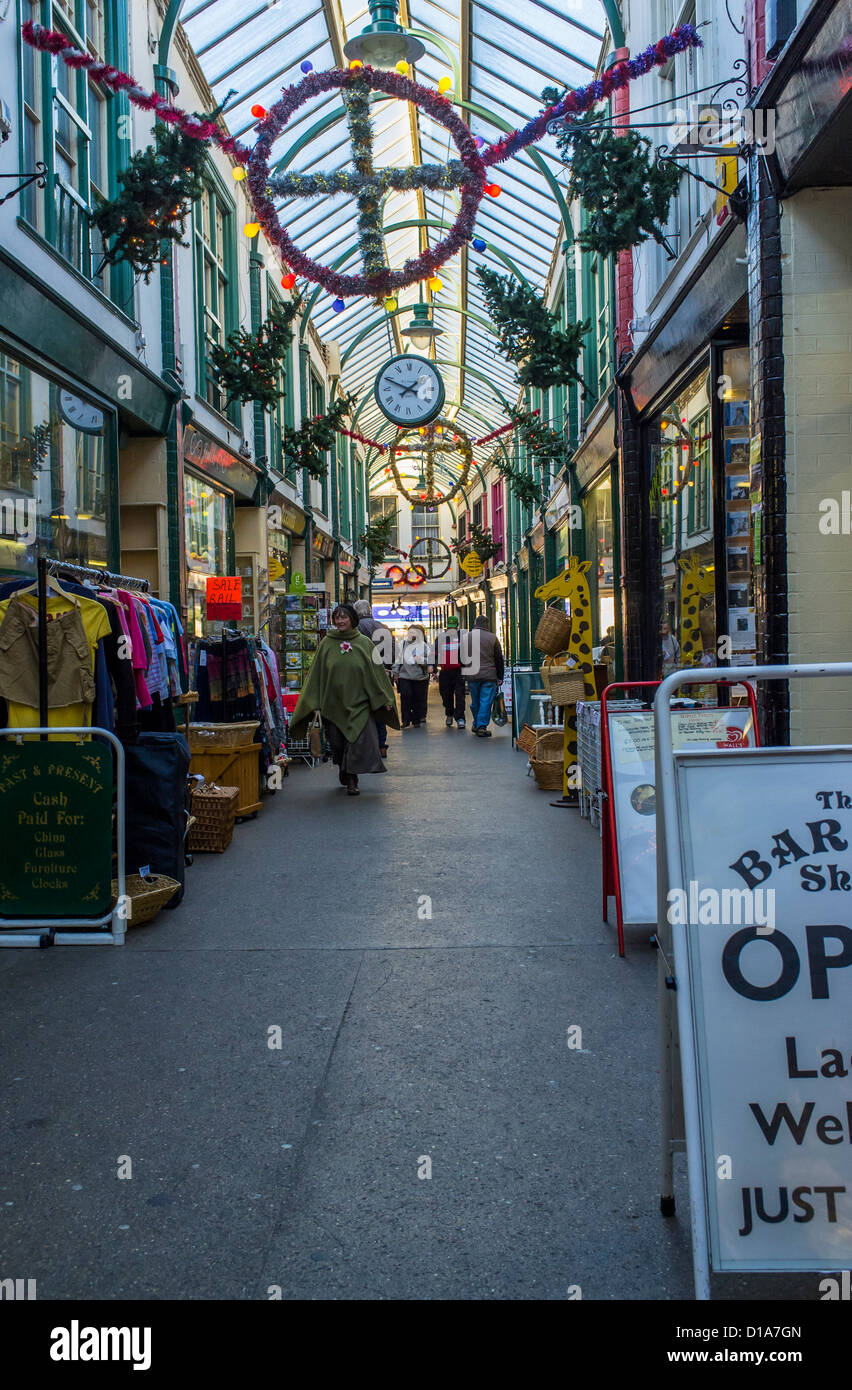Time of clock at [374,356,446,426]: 1:49
